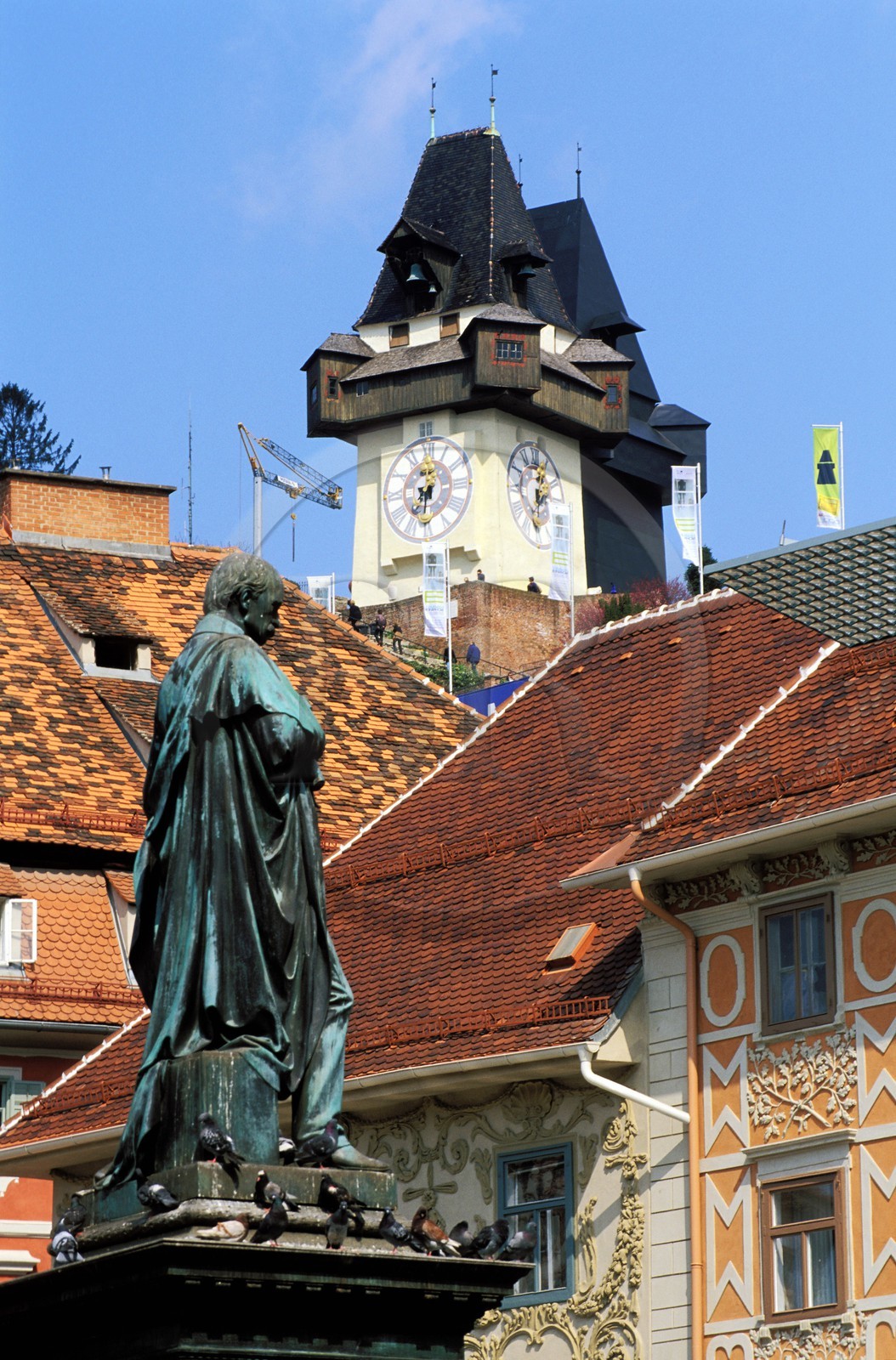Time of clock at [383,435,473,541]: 7:31
